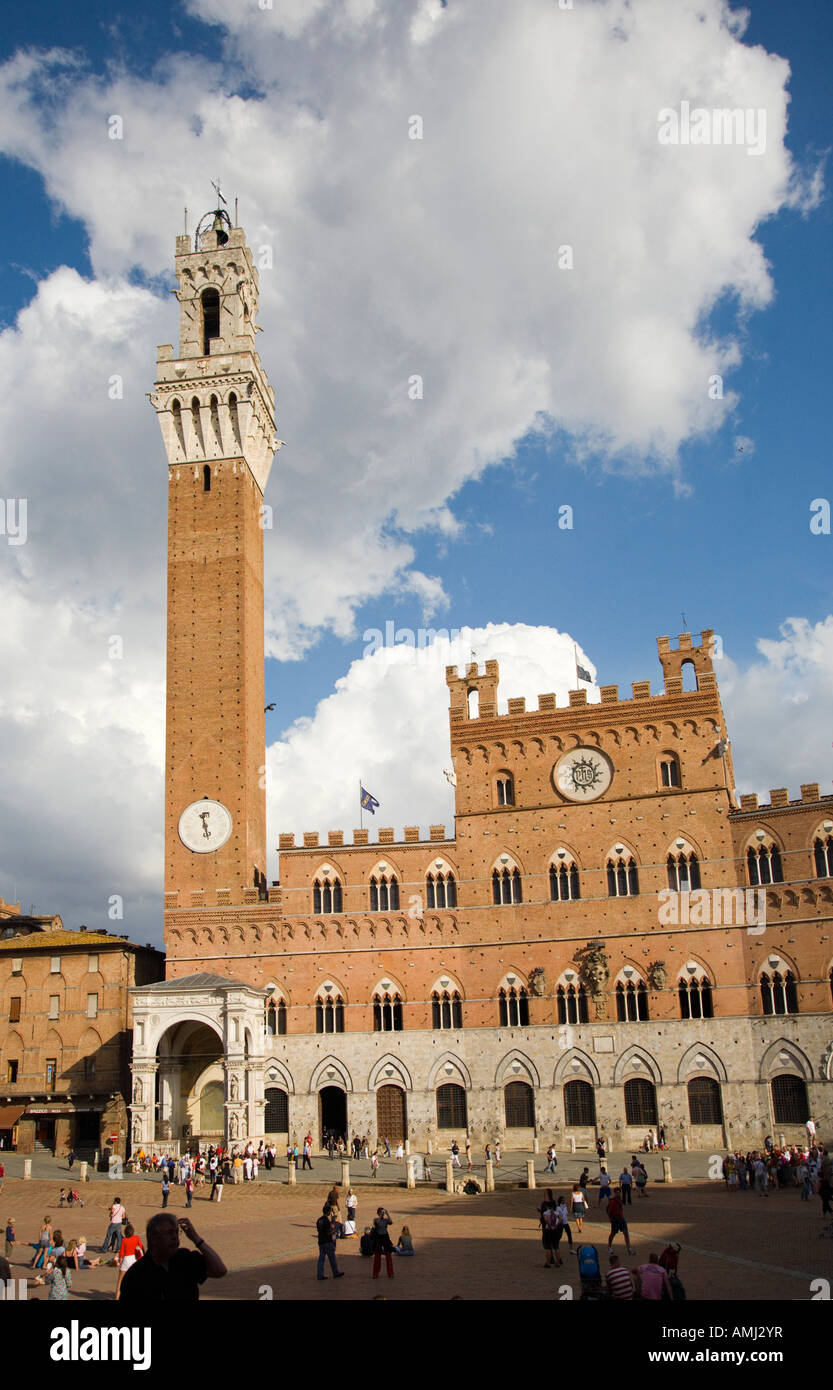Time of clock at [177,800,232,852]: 5:27
